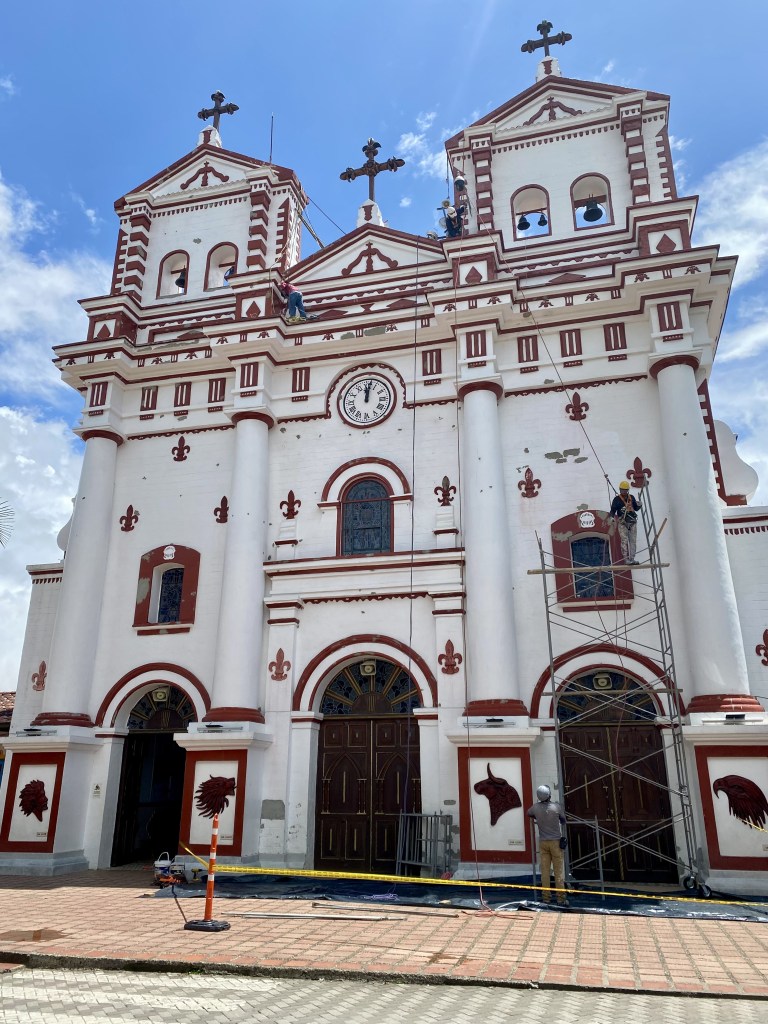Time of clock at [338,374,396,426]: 12:01
